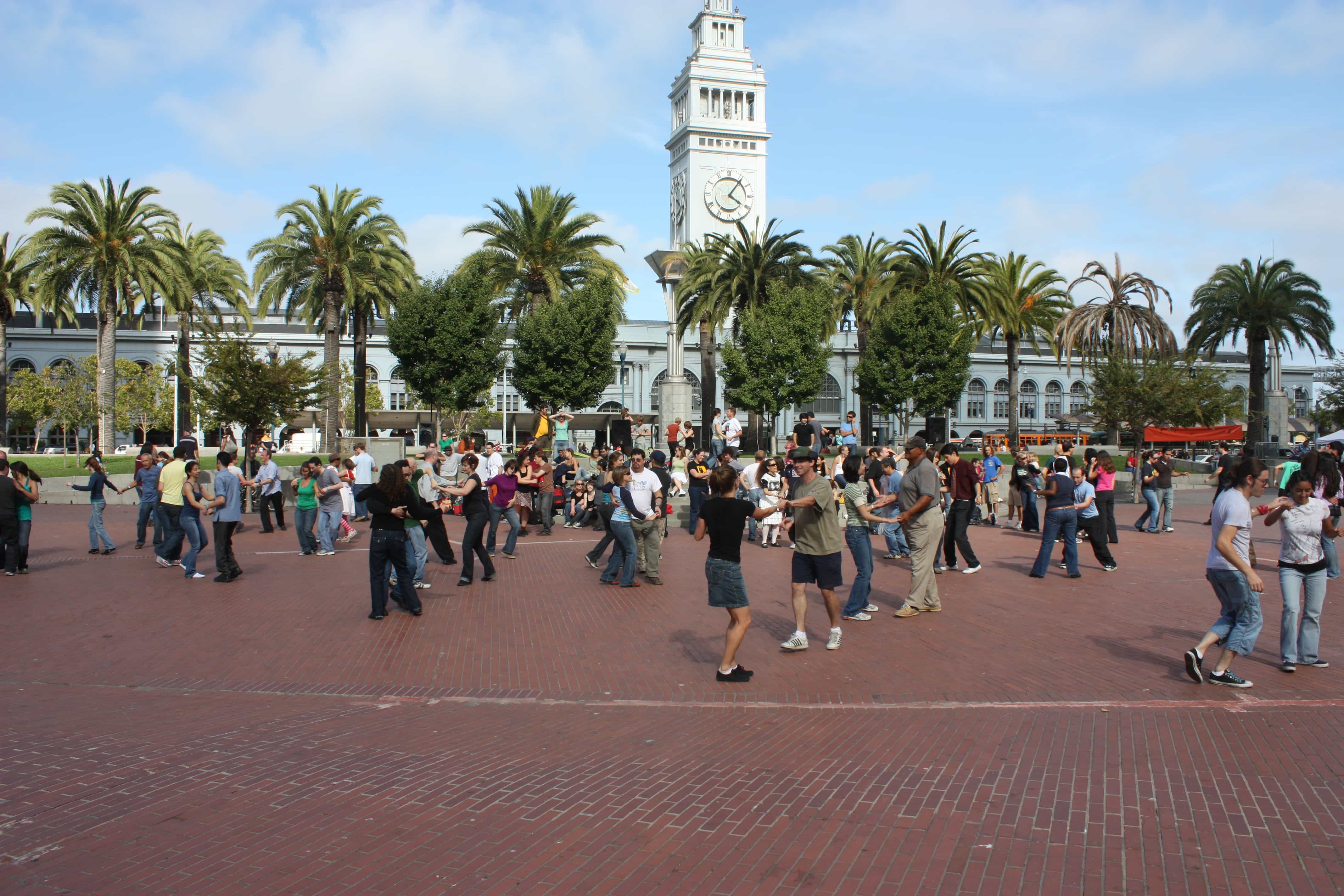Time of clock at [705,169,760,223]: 4:06
